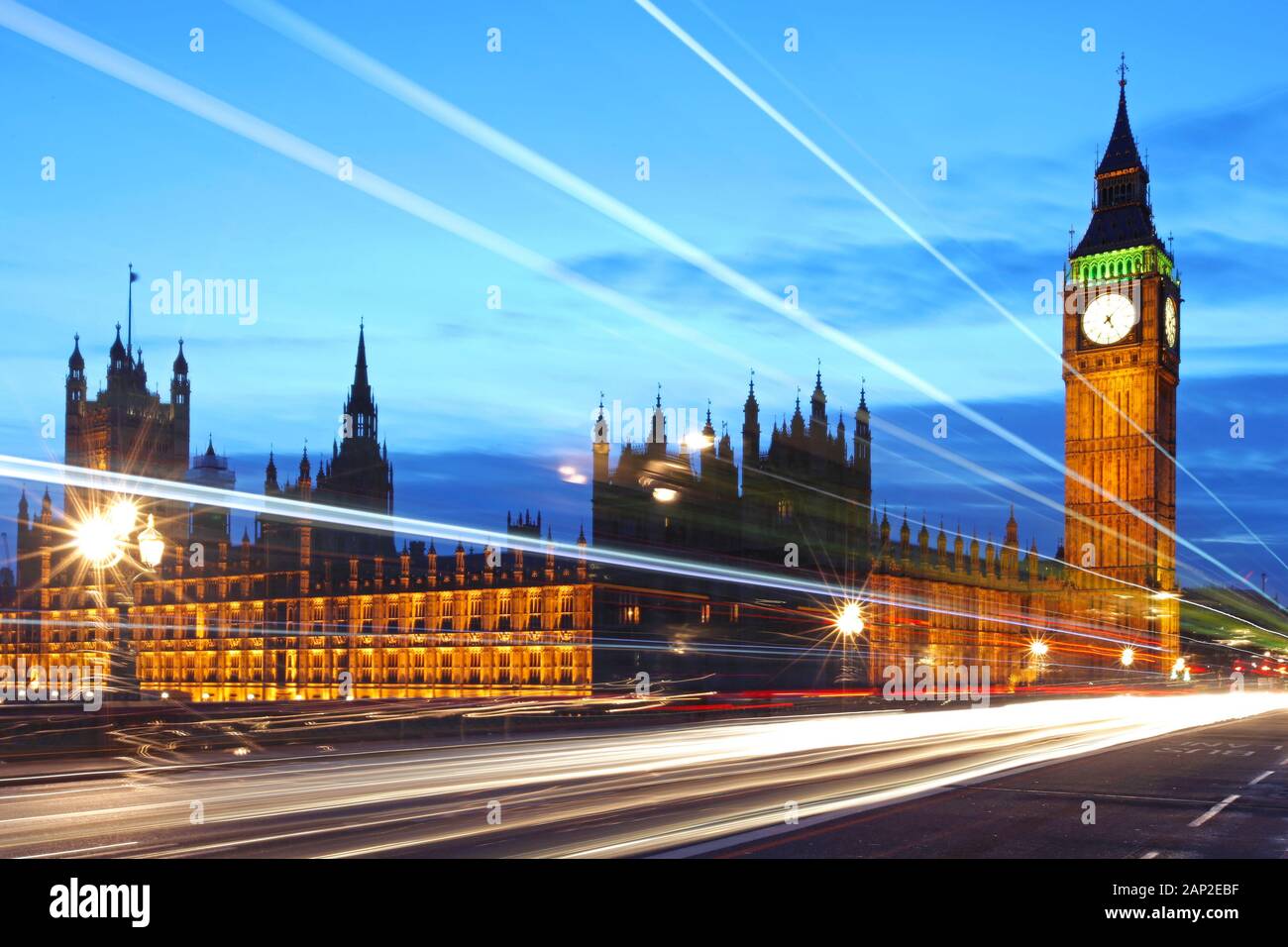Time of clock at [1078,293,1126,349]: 5:07
